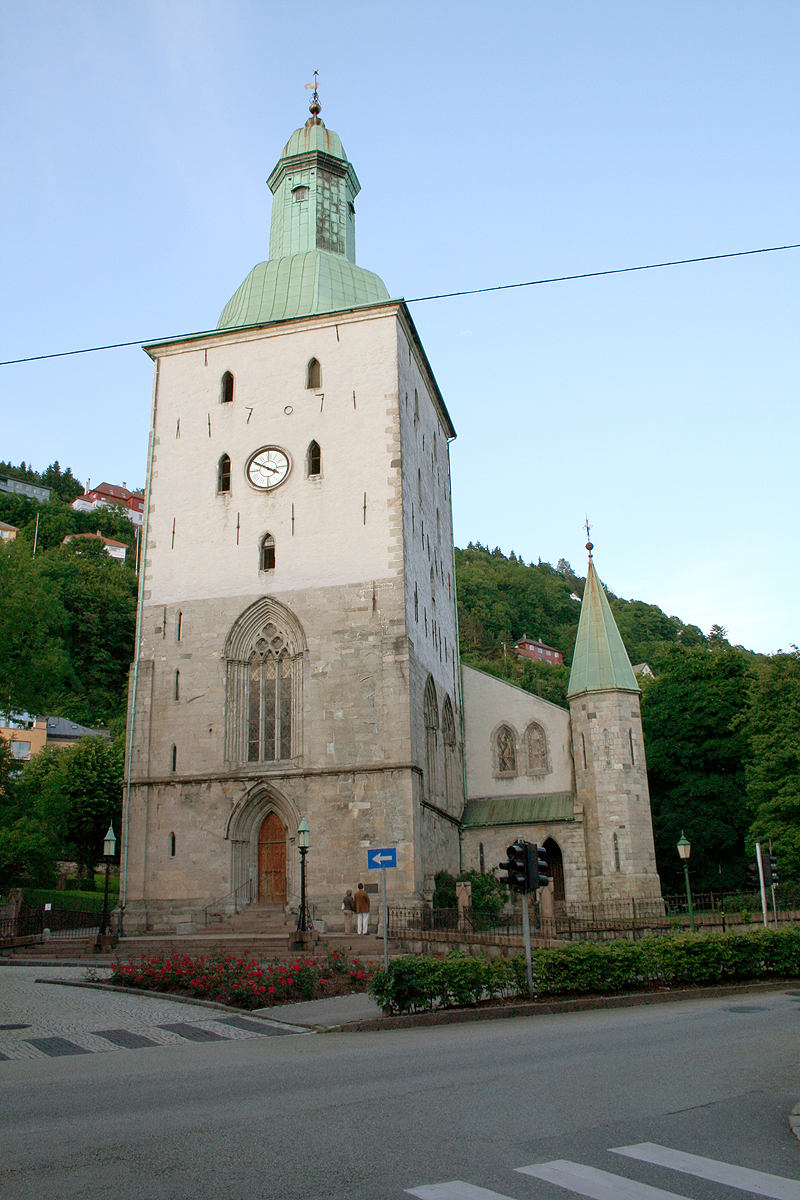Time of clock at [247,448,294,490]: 3:49
